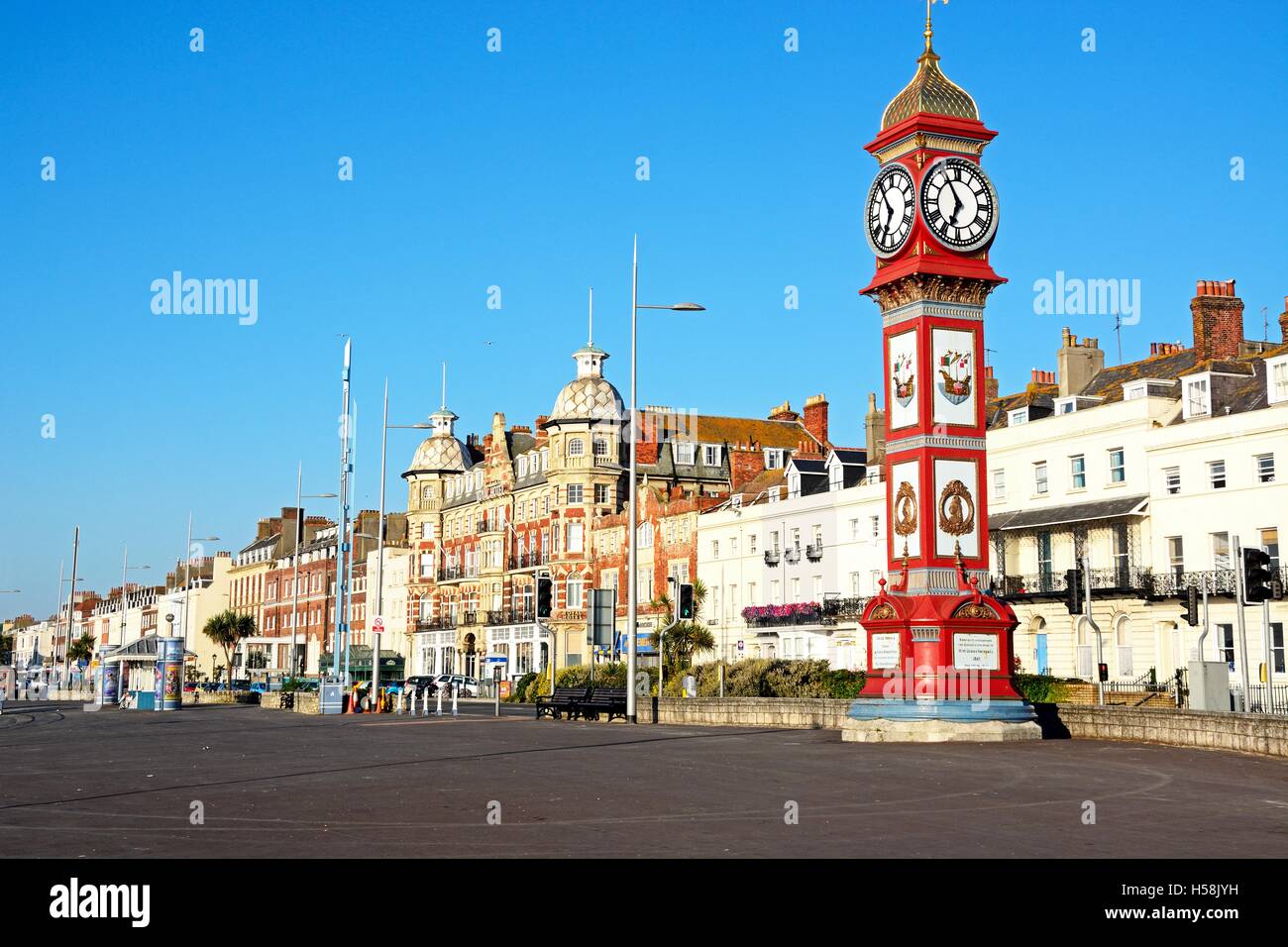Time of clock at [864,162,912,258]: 6:54
